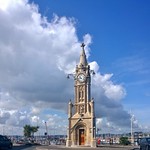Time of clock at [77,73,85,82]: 4:42
